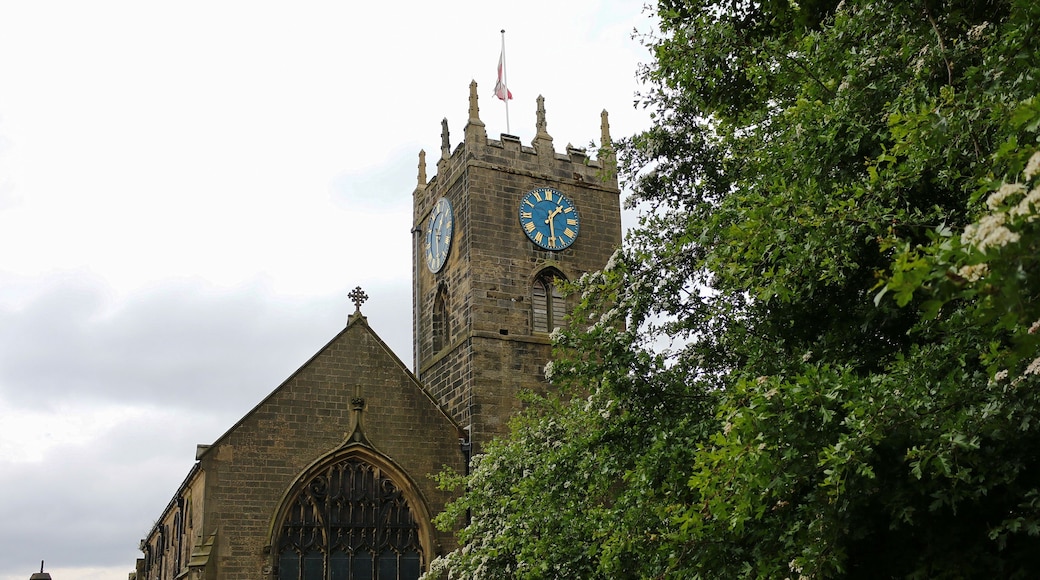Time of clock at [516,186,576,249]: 1:28
